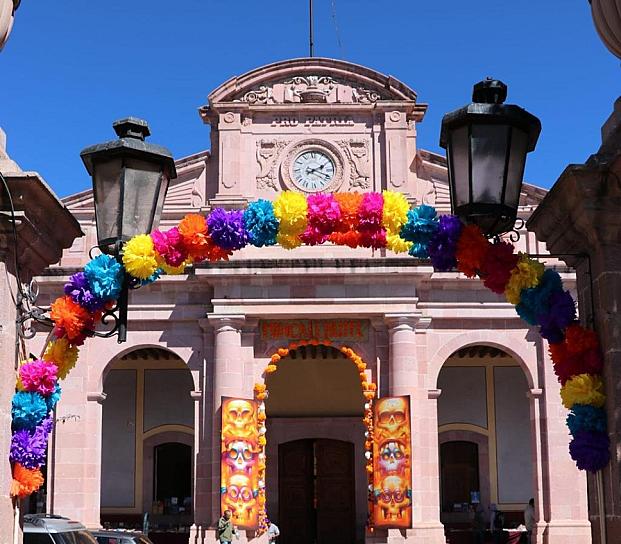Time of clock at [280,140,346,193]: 2:18
